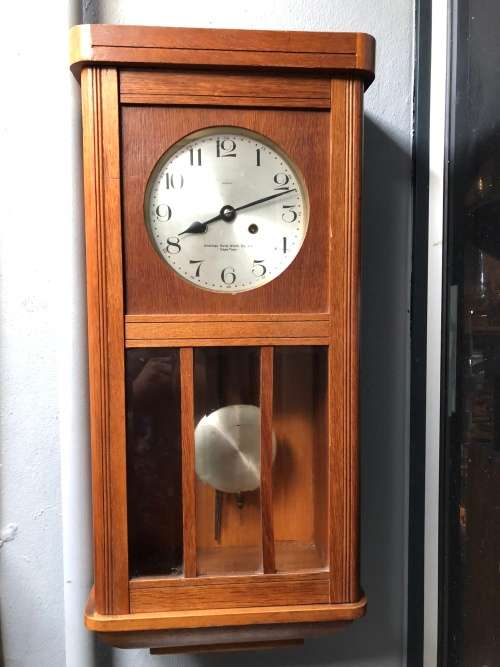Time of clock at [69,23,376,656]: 8:11
